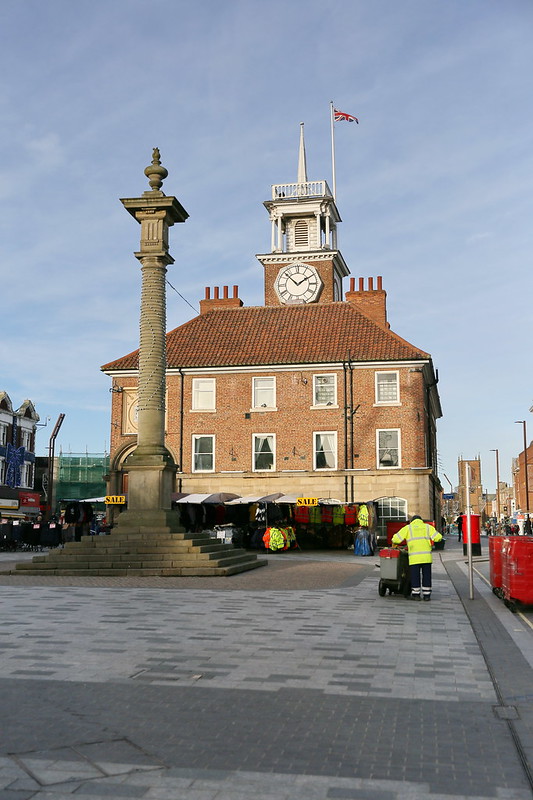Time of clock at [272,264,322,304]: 1:52
